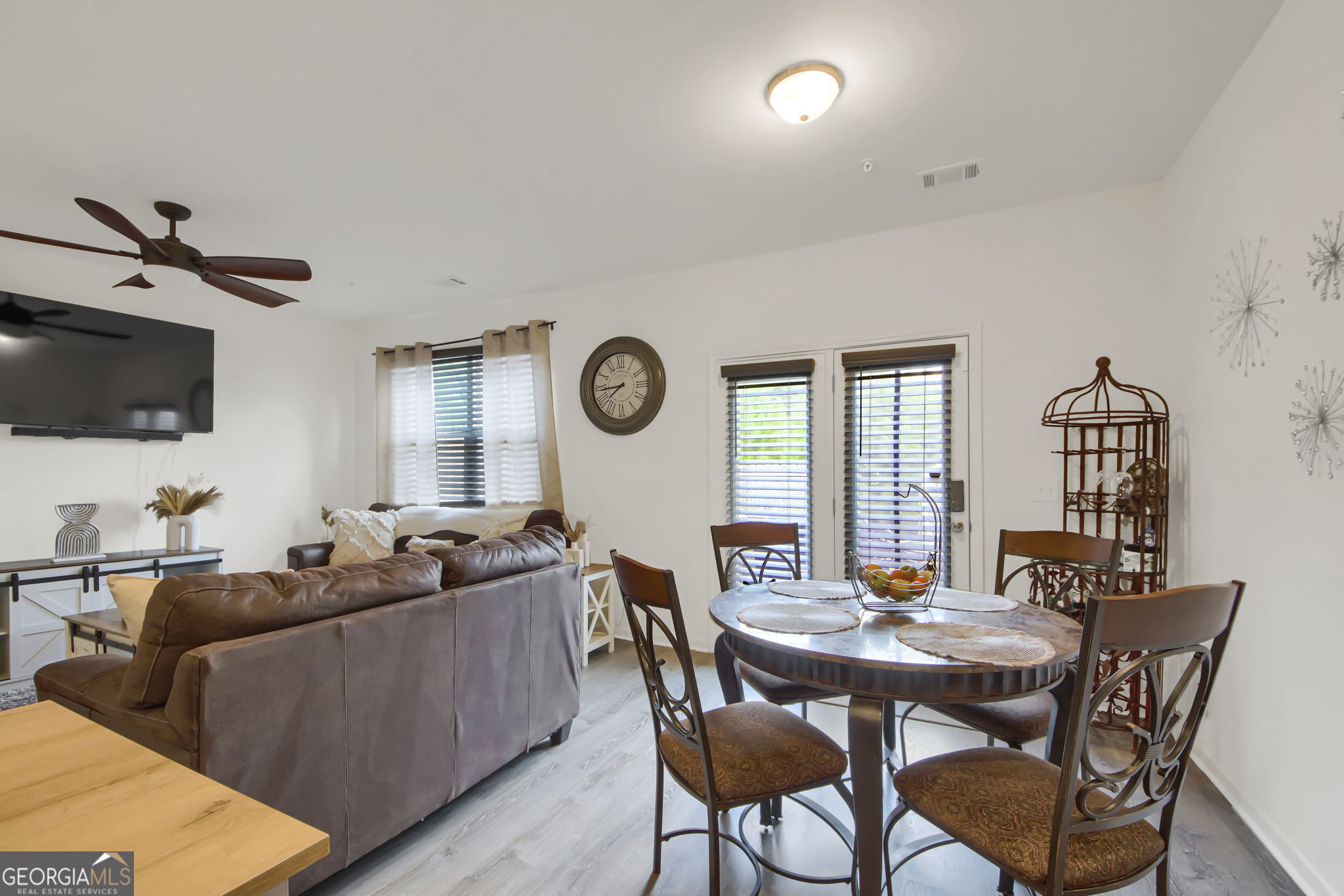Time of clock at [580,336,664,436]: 7:43
